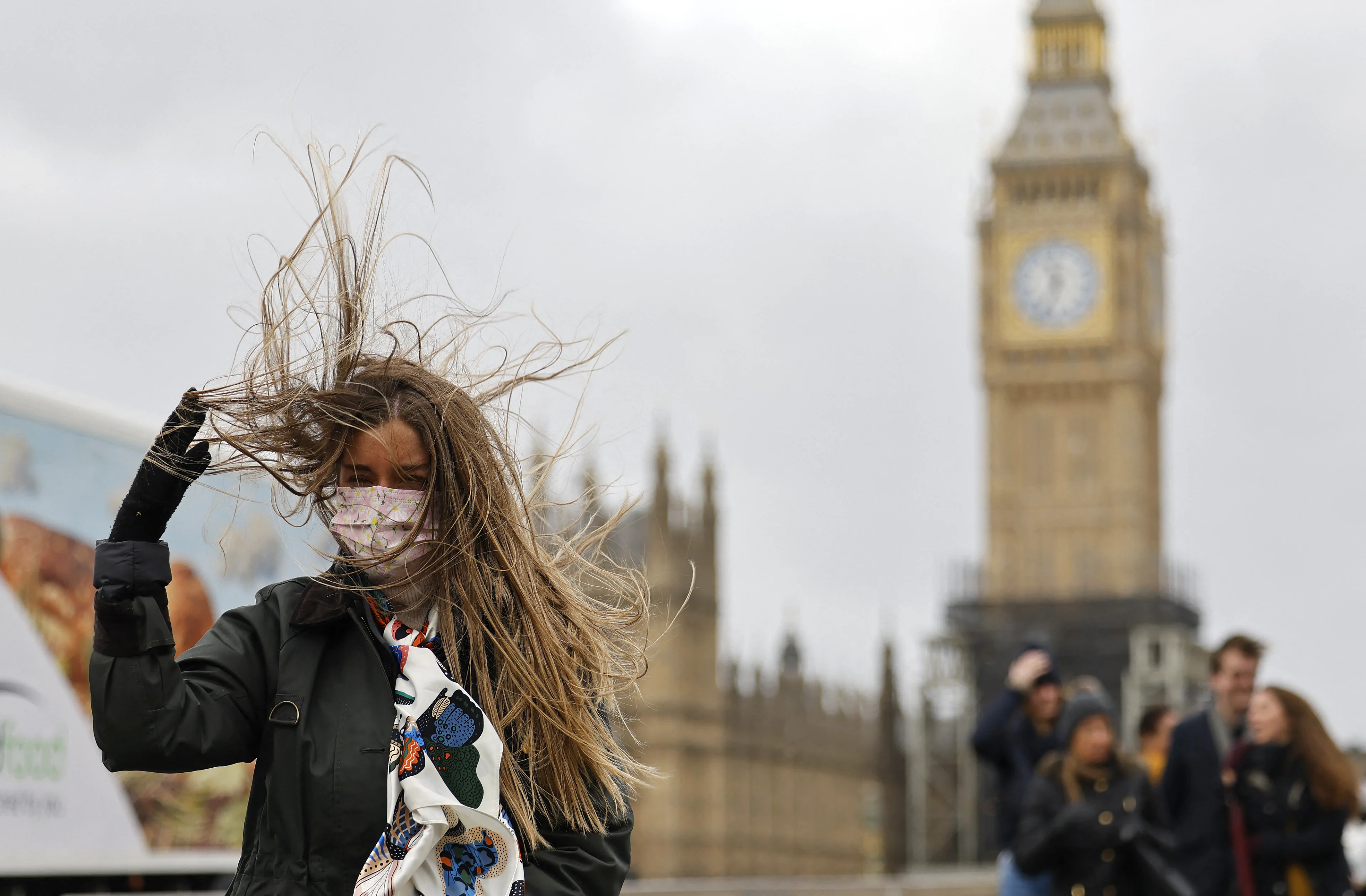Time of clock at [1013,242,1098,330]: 11:32
